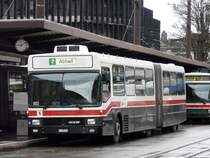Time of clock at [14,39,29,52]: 9:08
